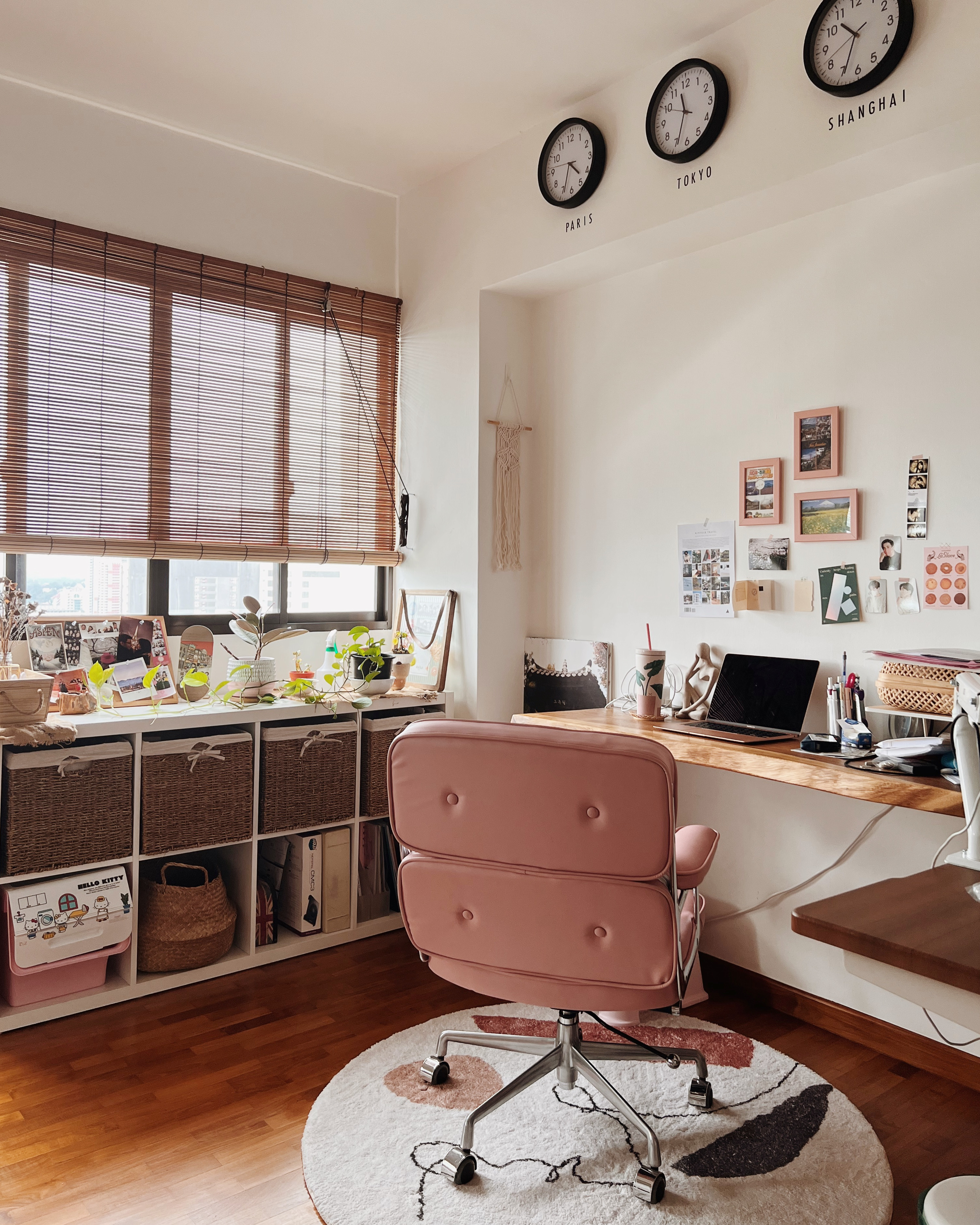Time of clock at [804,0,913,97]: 10:34
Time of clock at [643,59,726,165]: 11:33
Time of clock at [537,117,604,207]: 4:33
